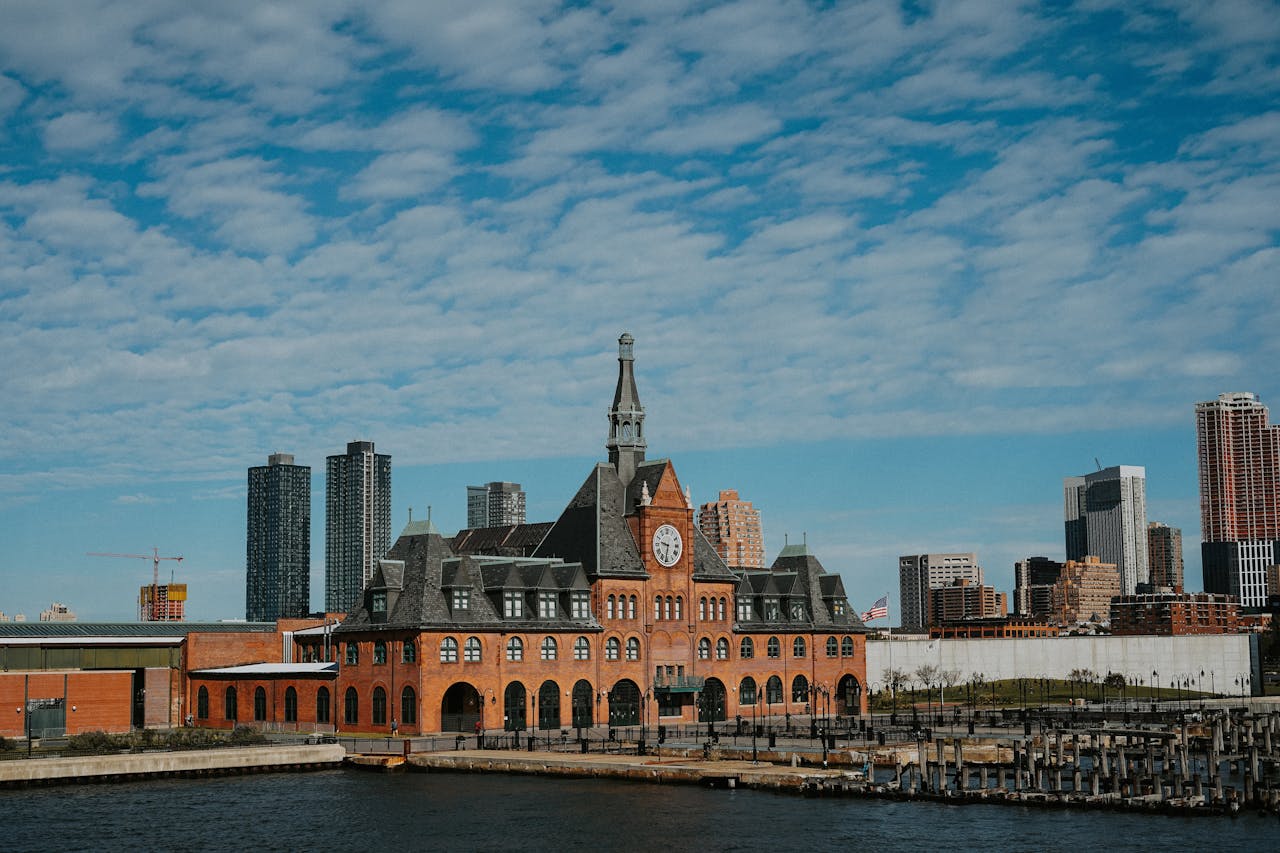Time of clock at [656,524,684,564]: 9:31
